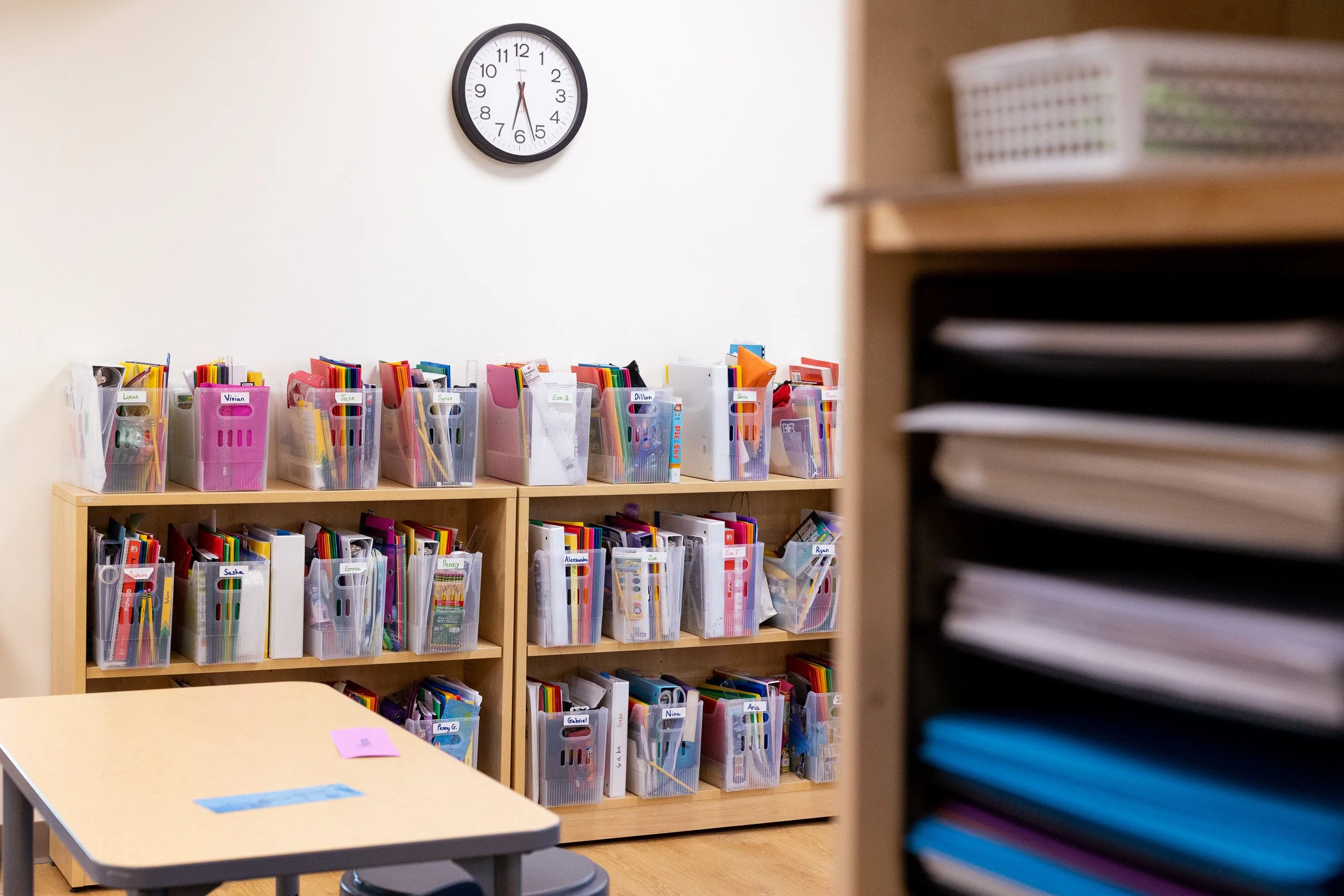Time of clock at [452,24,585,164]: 6:26
